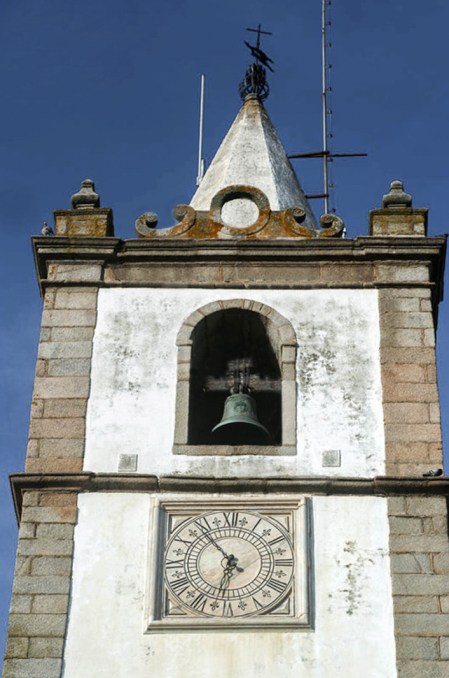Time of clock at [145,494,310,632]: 10:32
